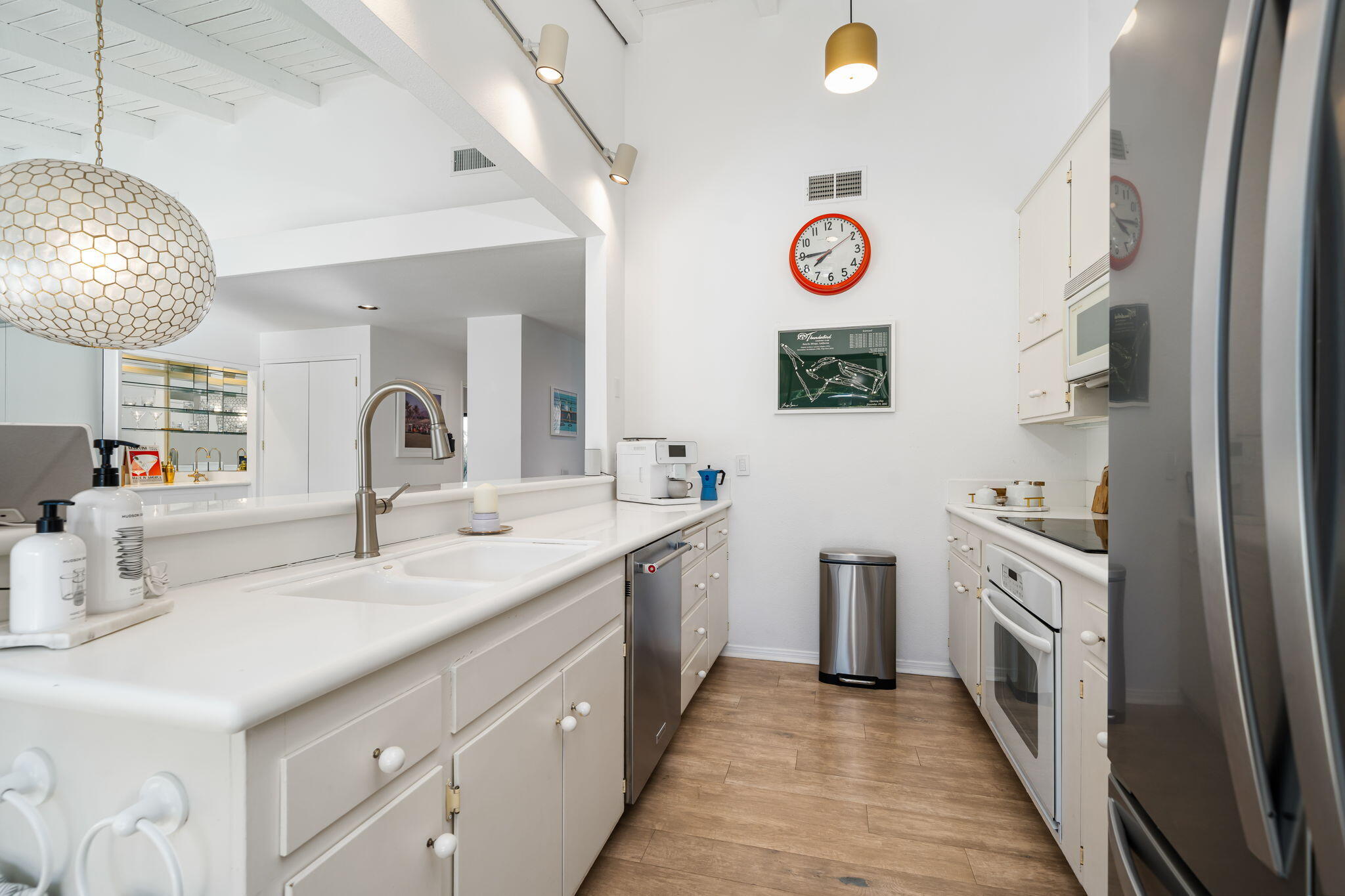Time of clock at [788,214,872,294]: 7:44
